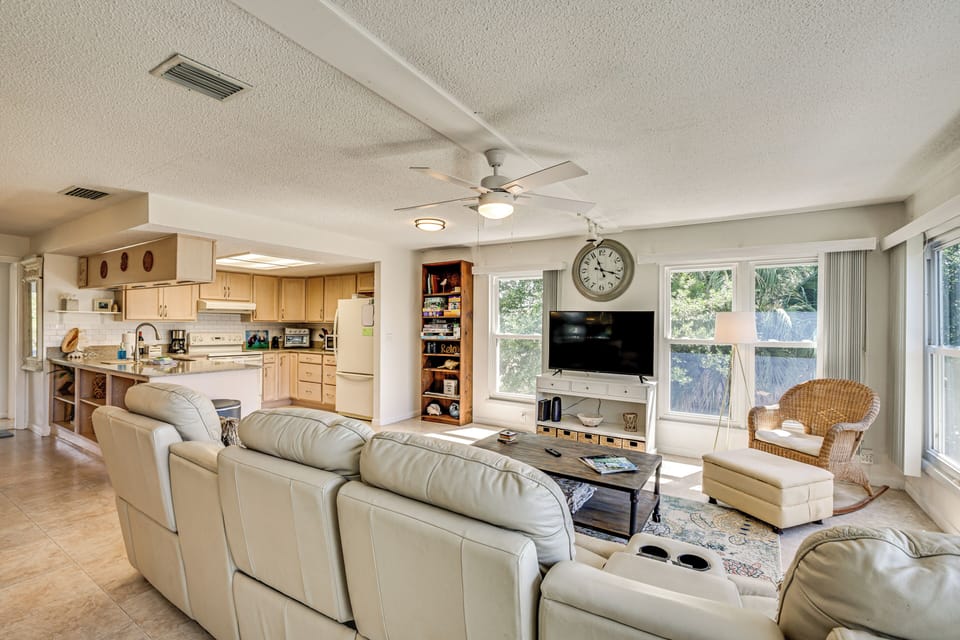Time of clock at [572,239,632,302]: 11:17
